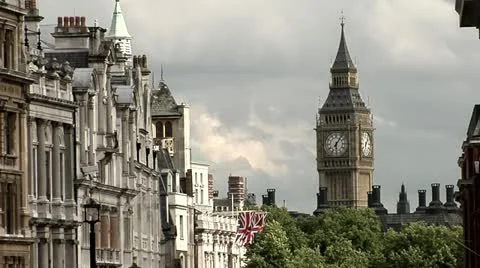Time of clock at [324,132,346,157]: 6:06
